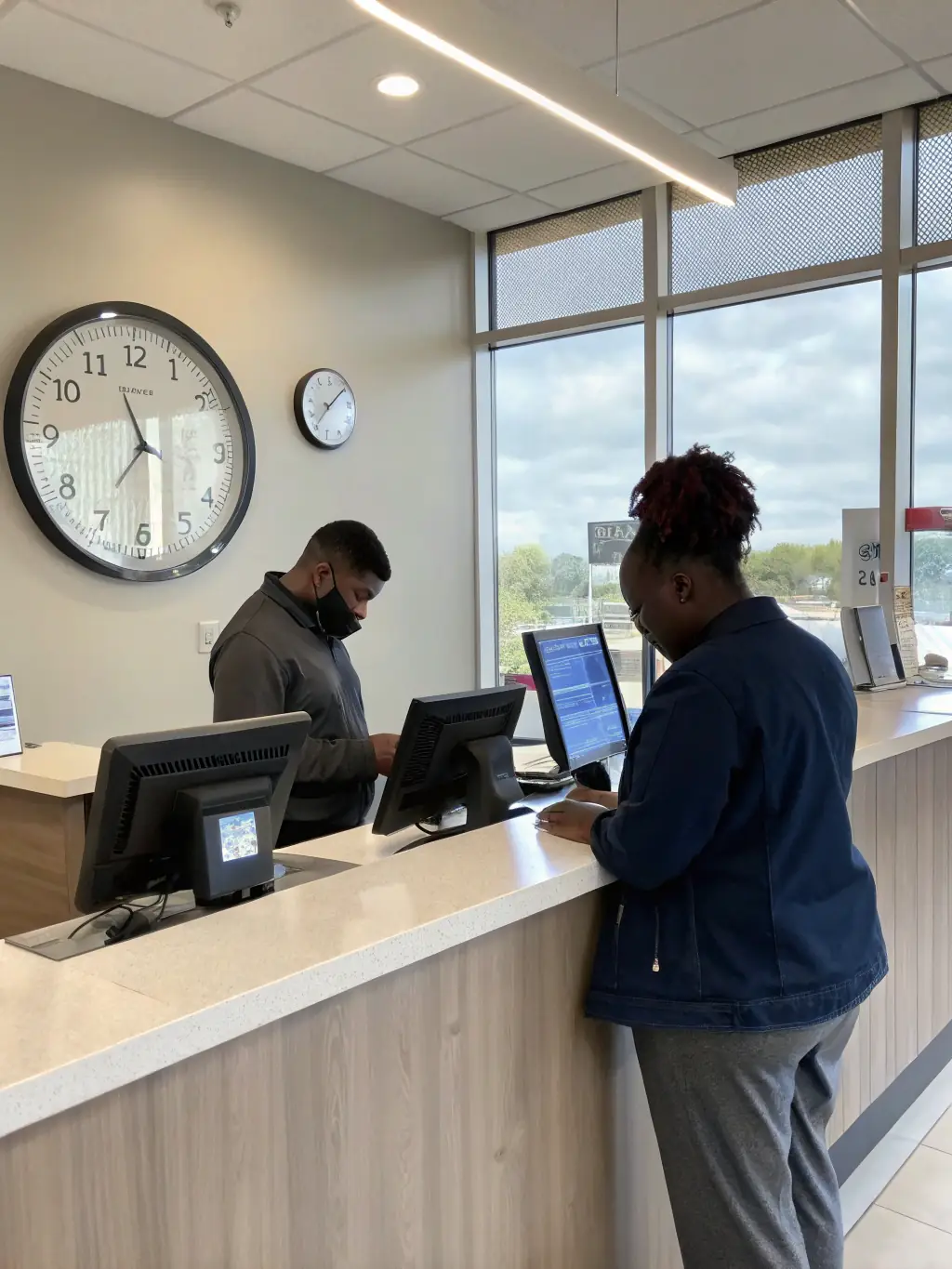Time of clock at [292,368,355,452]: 7:08
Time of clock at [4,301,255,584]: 11:29
